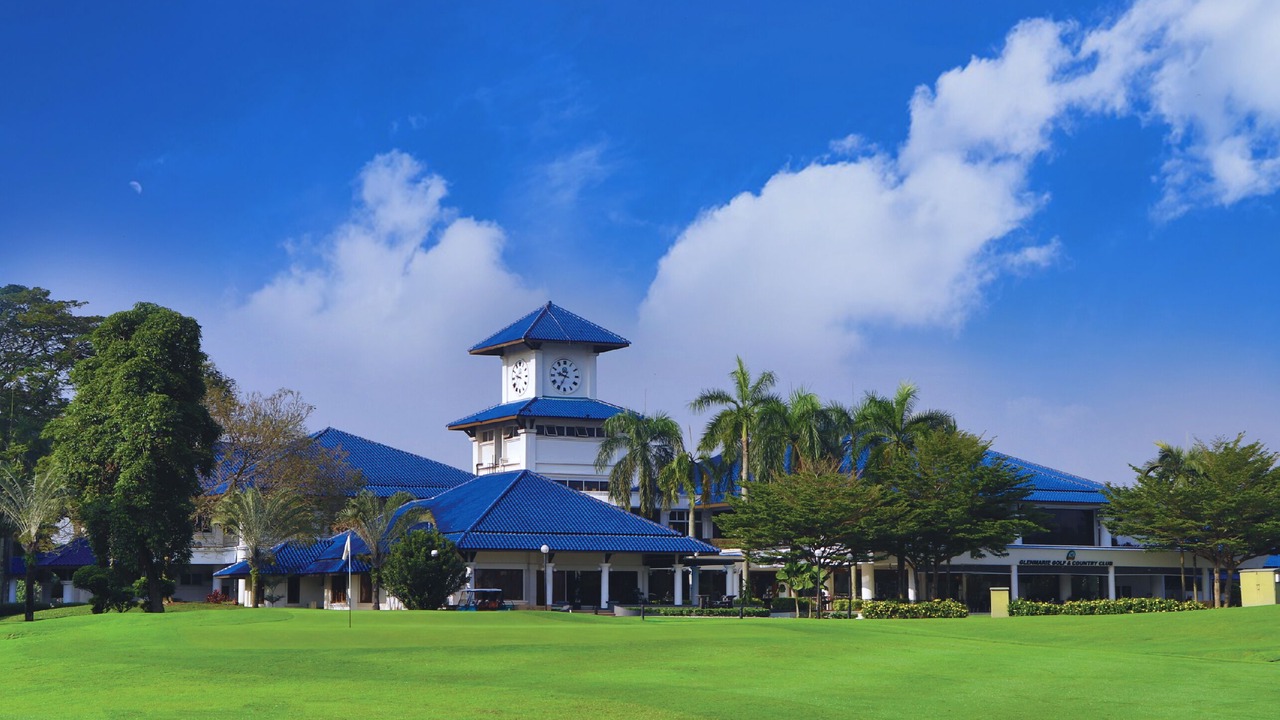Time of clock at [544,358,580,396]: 9:34
